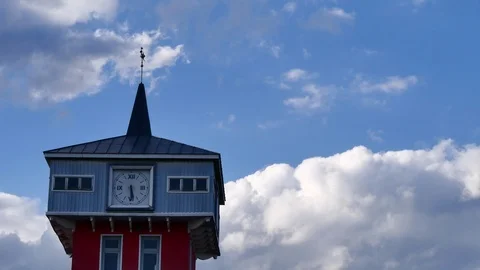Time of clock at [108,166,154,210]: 5:29
